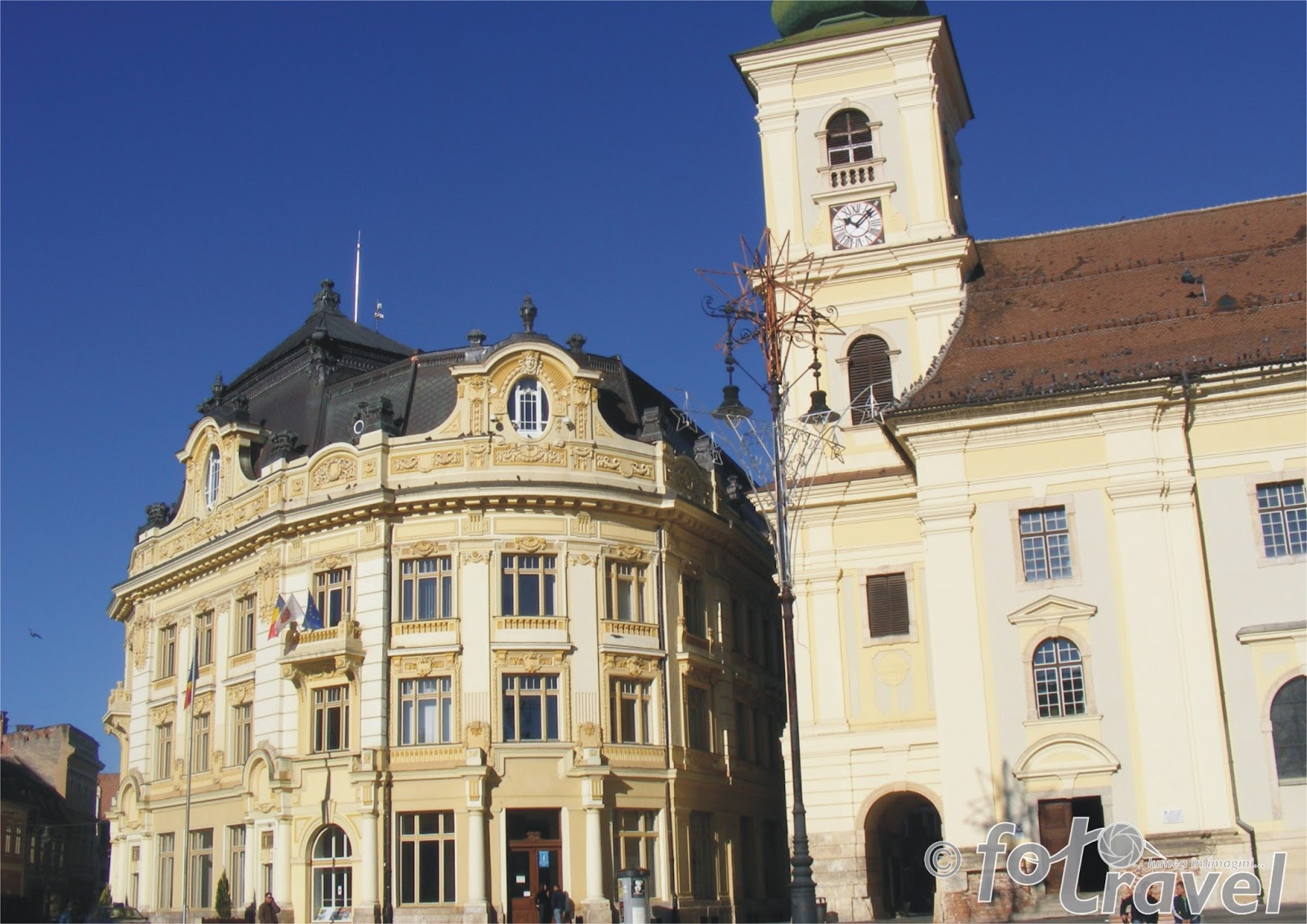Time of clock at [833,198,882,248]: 10:07
